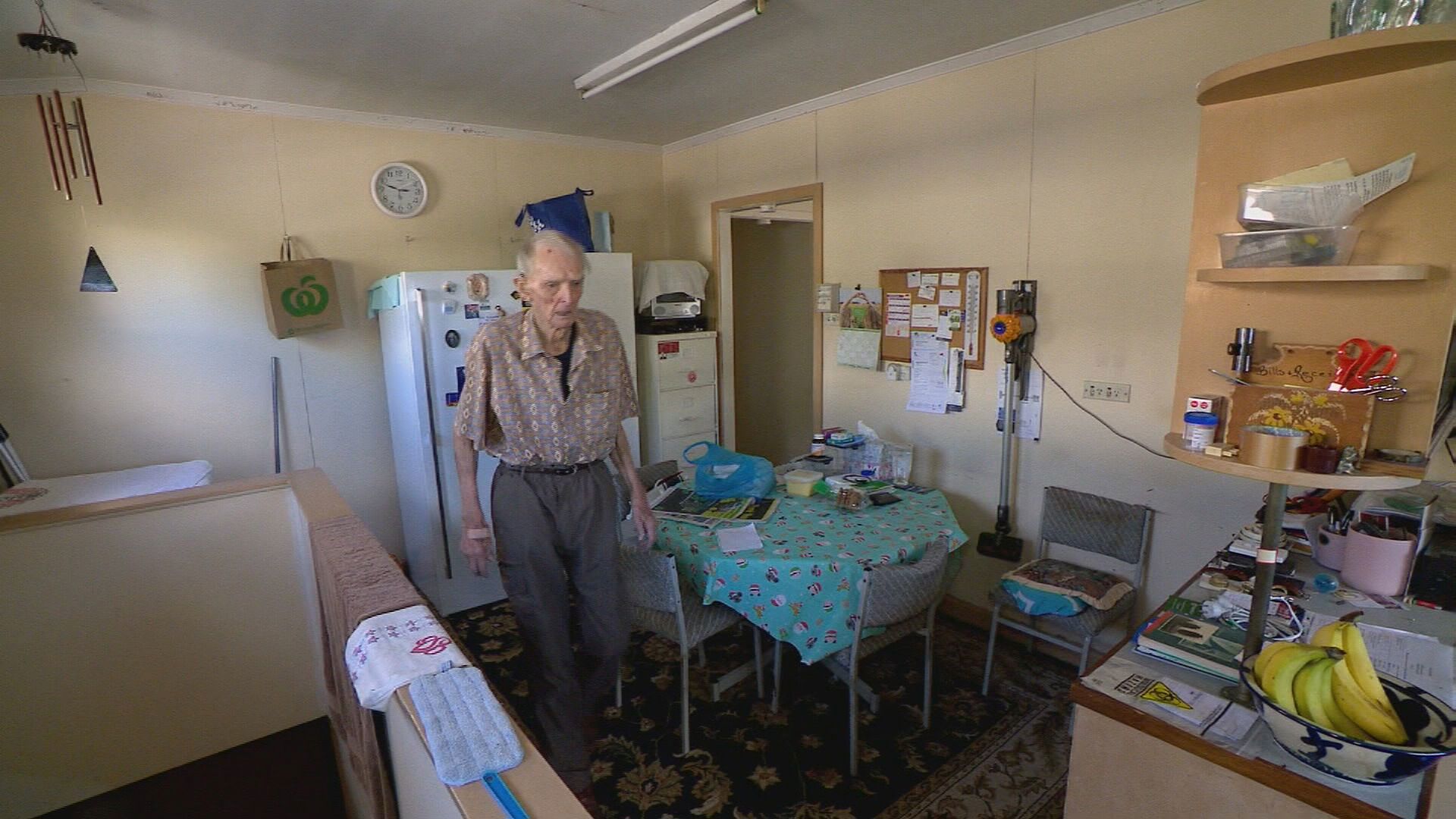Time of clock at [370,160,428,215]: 2:48
